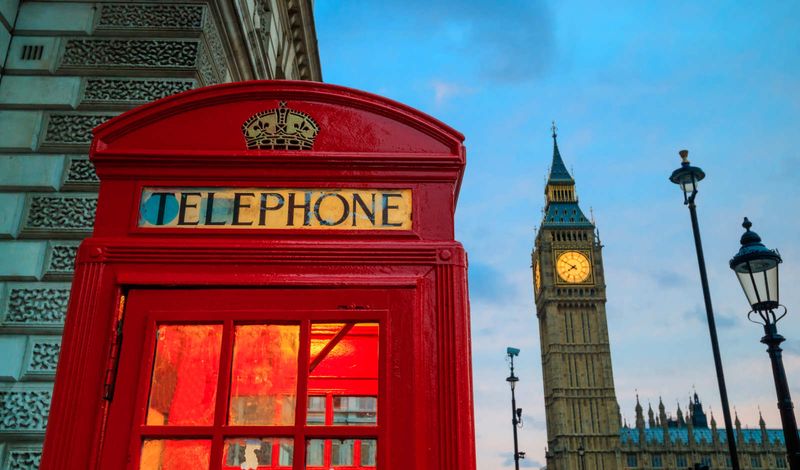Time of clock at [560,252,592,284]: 7:50
